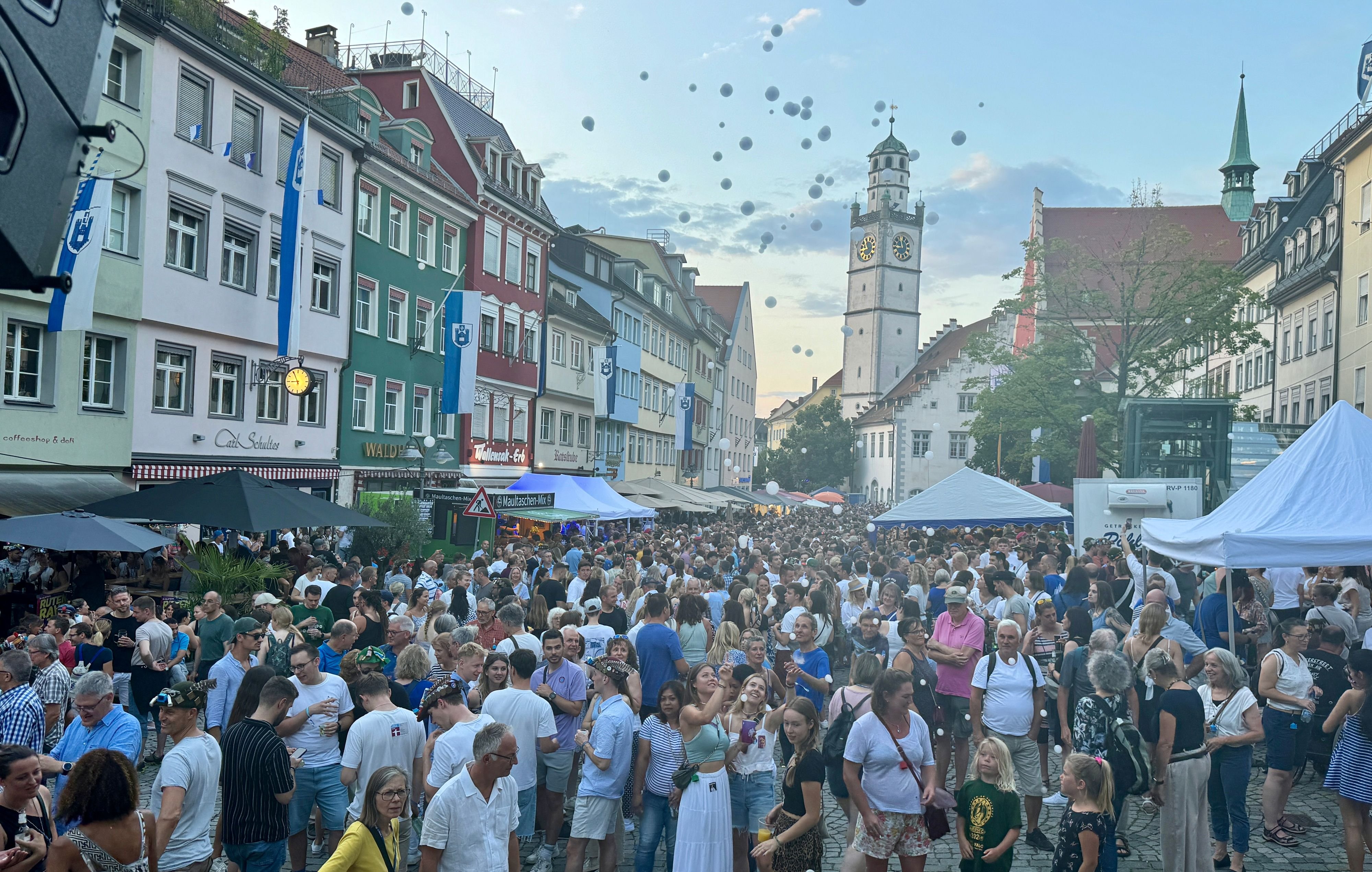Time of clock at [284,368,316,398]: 8:55
